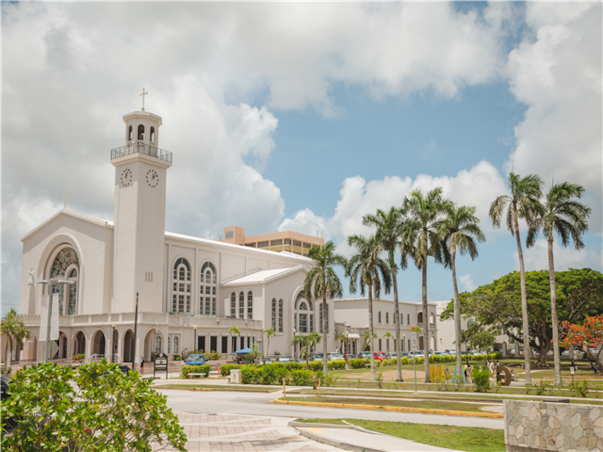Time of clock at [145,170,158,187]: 12:07
